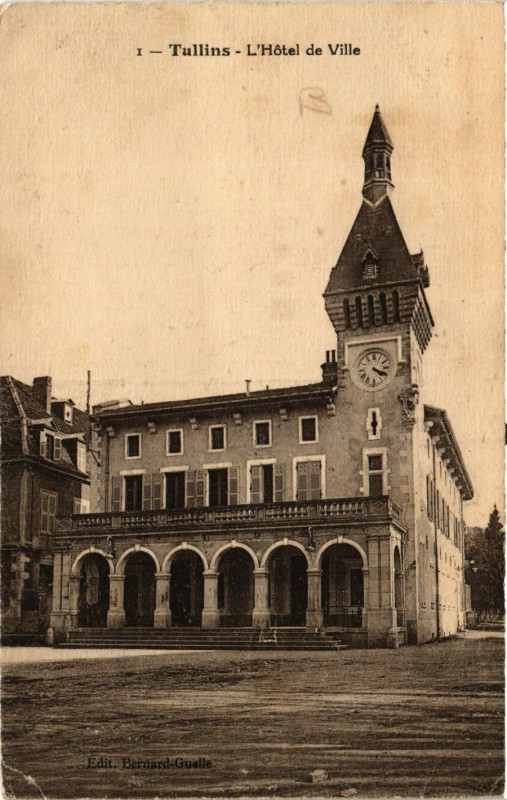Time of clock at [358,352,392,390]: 4:18
